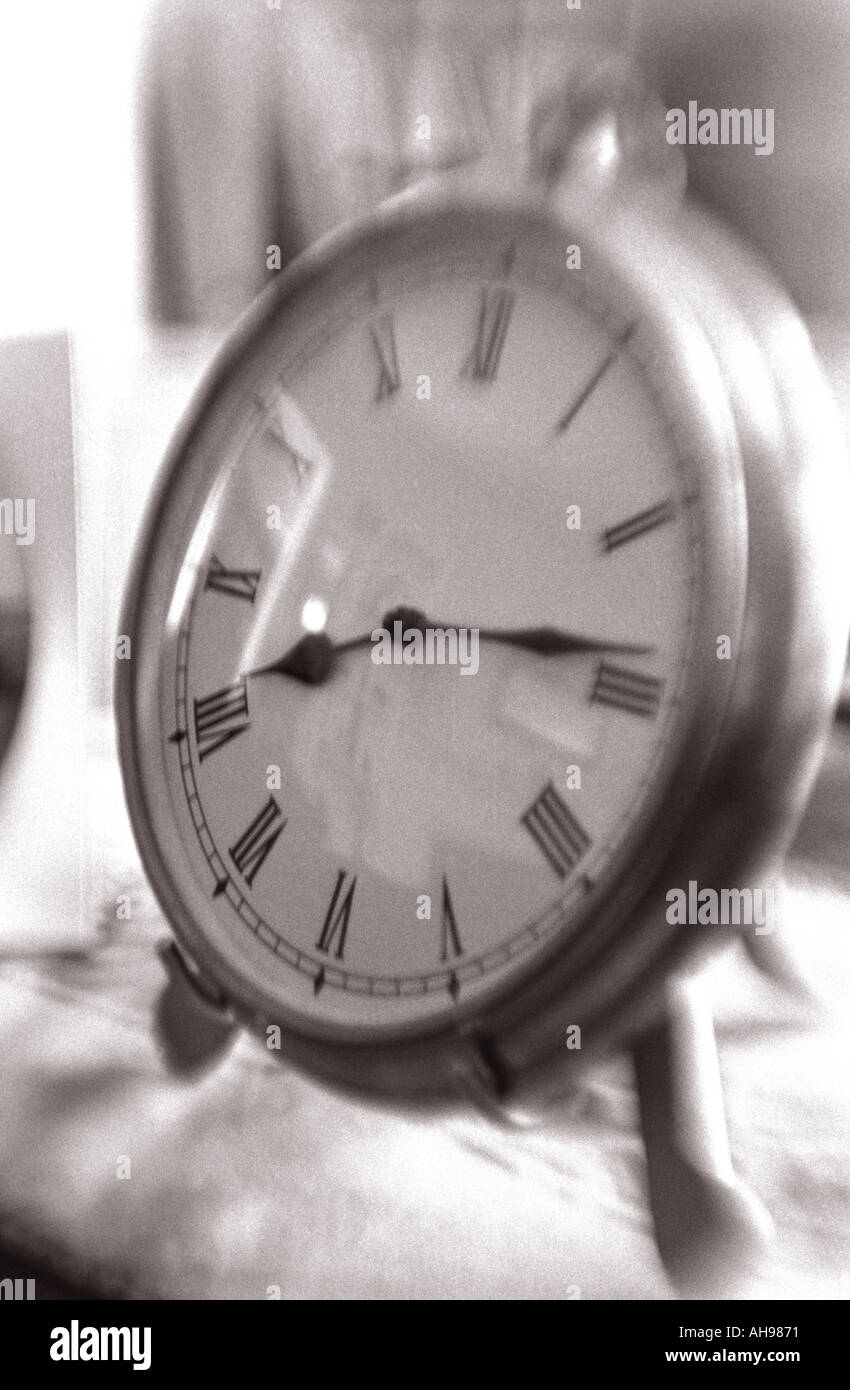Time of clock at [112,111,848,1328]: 8:14
